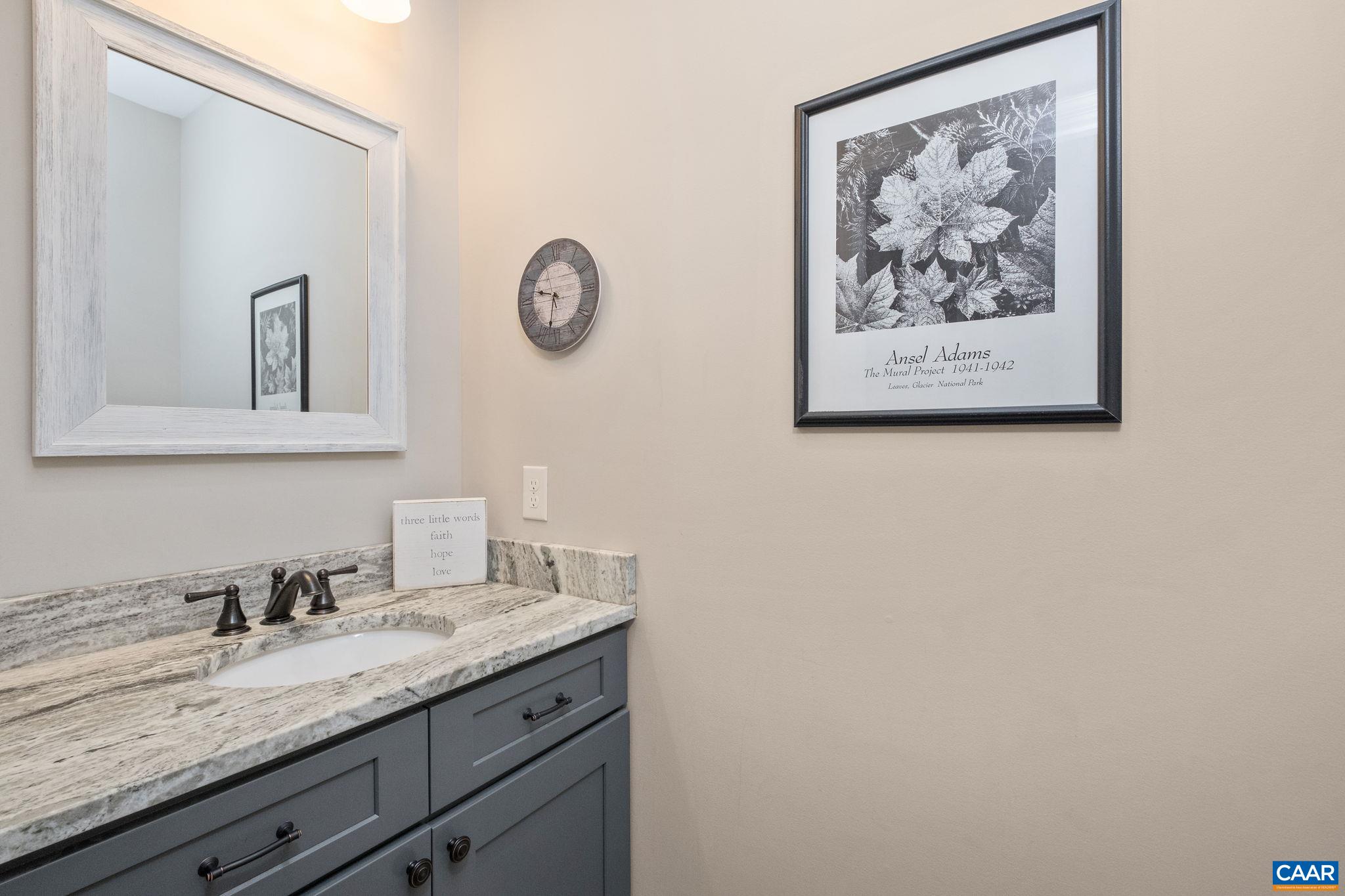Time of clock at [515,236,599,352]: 9:32
